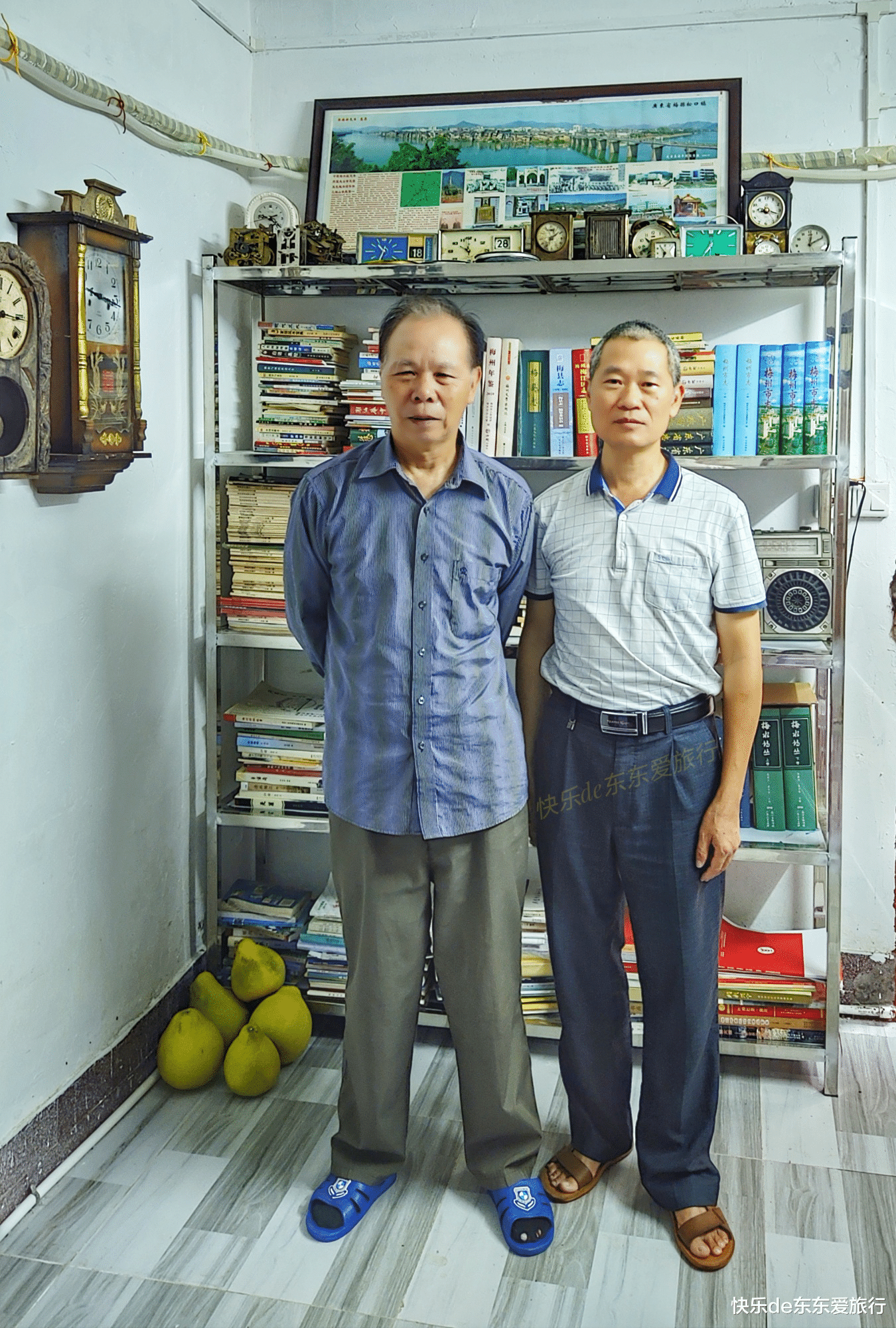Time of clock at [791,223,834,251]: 12:10
